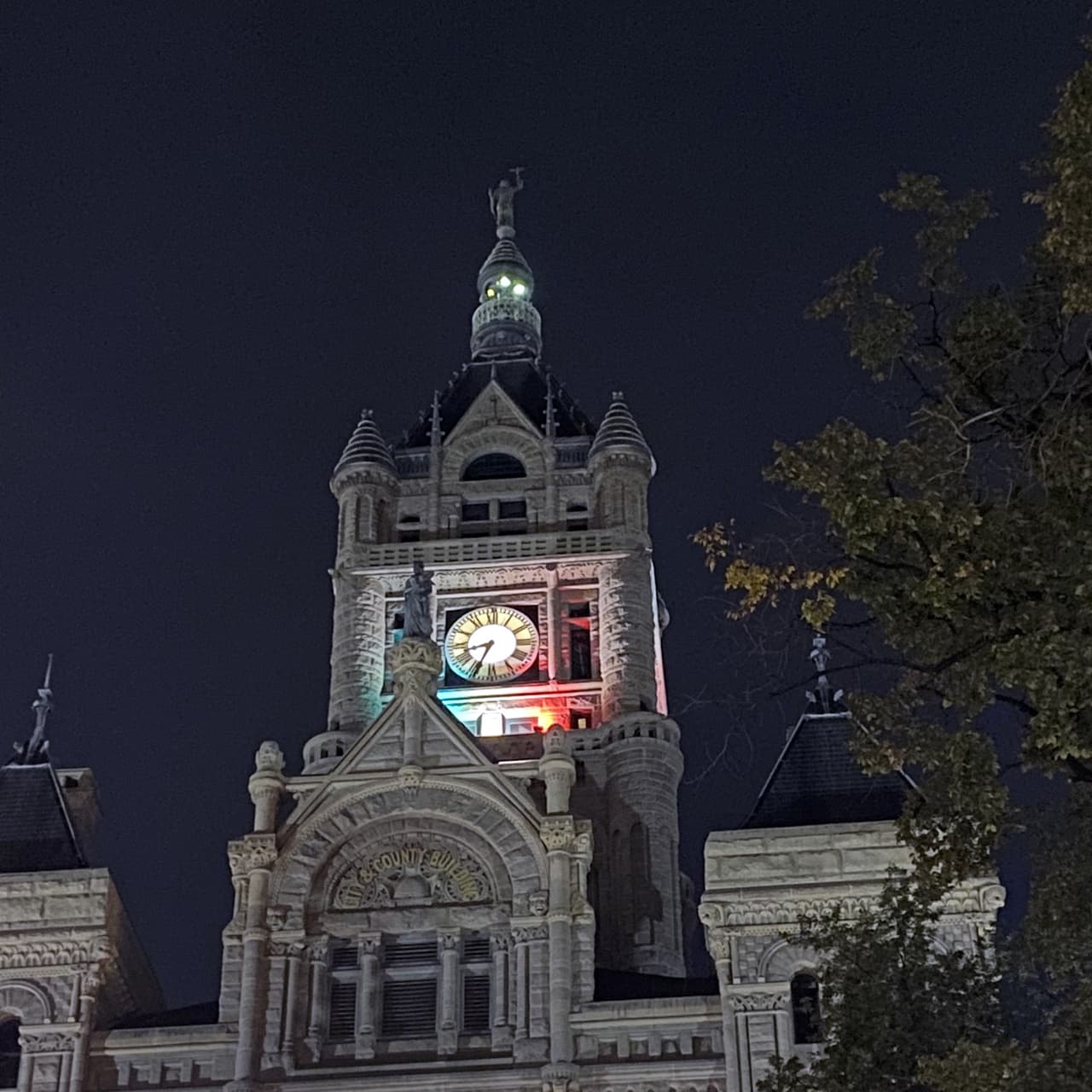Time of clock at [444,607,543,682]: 8:34
